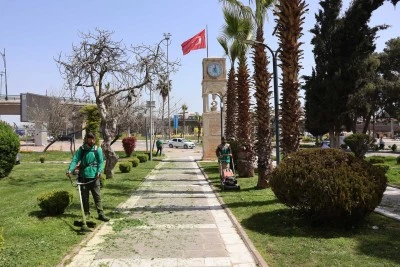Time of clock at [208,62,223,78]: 5:01
